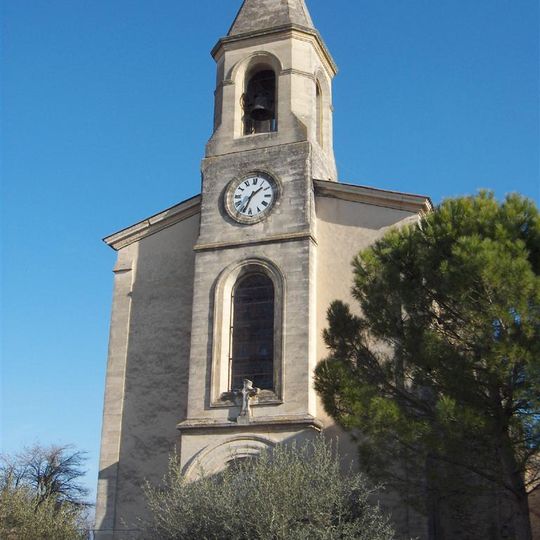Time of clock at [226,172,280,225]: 1:33
